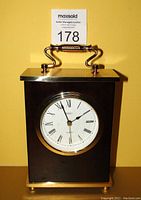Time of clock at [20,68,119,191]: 1:56
